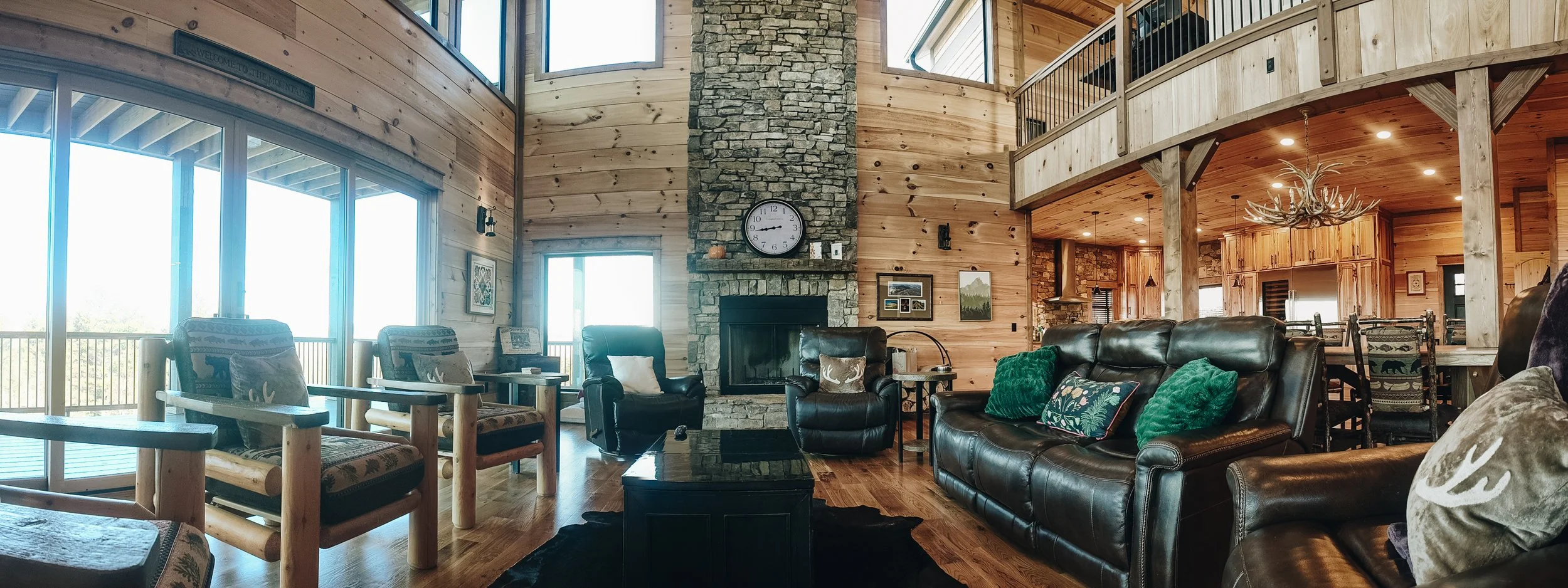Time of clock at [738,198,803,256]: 8:43
